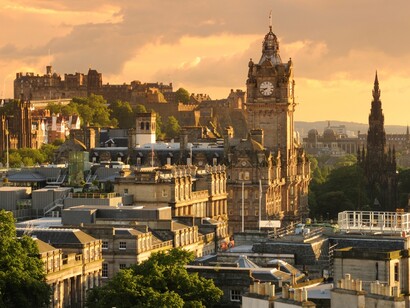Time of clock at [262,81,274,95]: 8:40
